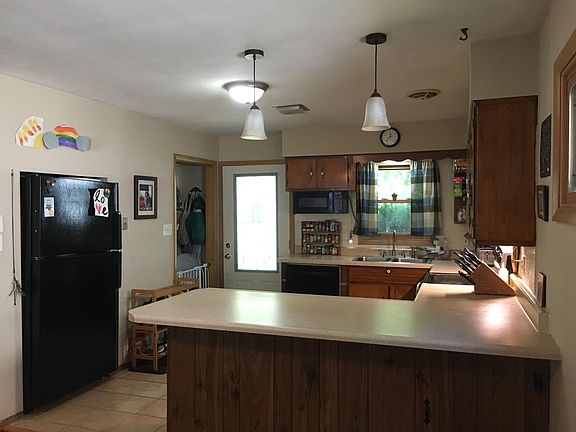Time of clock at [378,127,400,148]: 12:37
